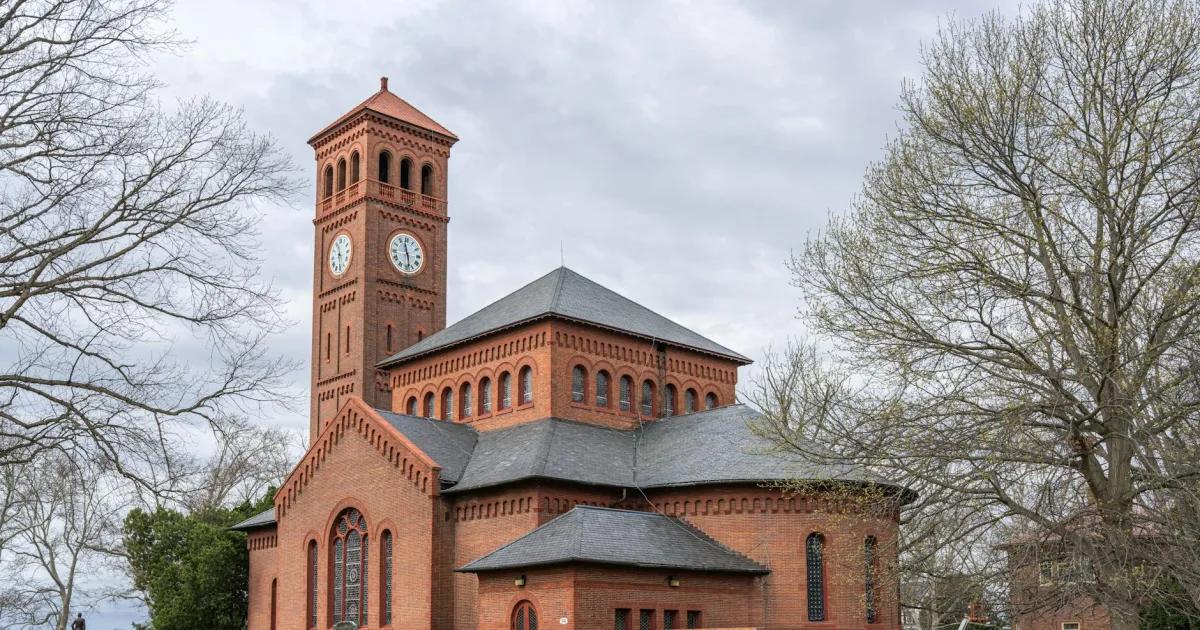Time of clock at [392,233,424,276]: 11:28
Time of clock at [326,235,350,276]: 11:28
